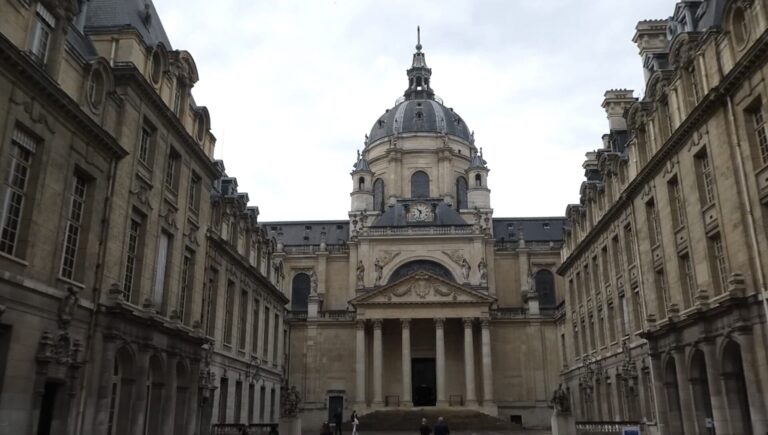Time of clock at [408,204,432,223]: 10:32
